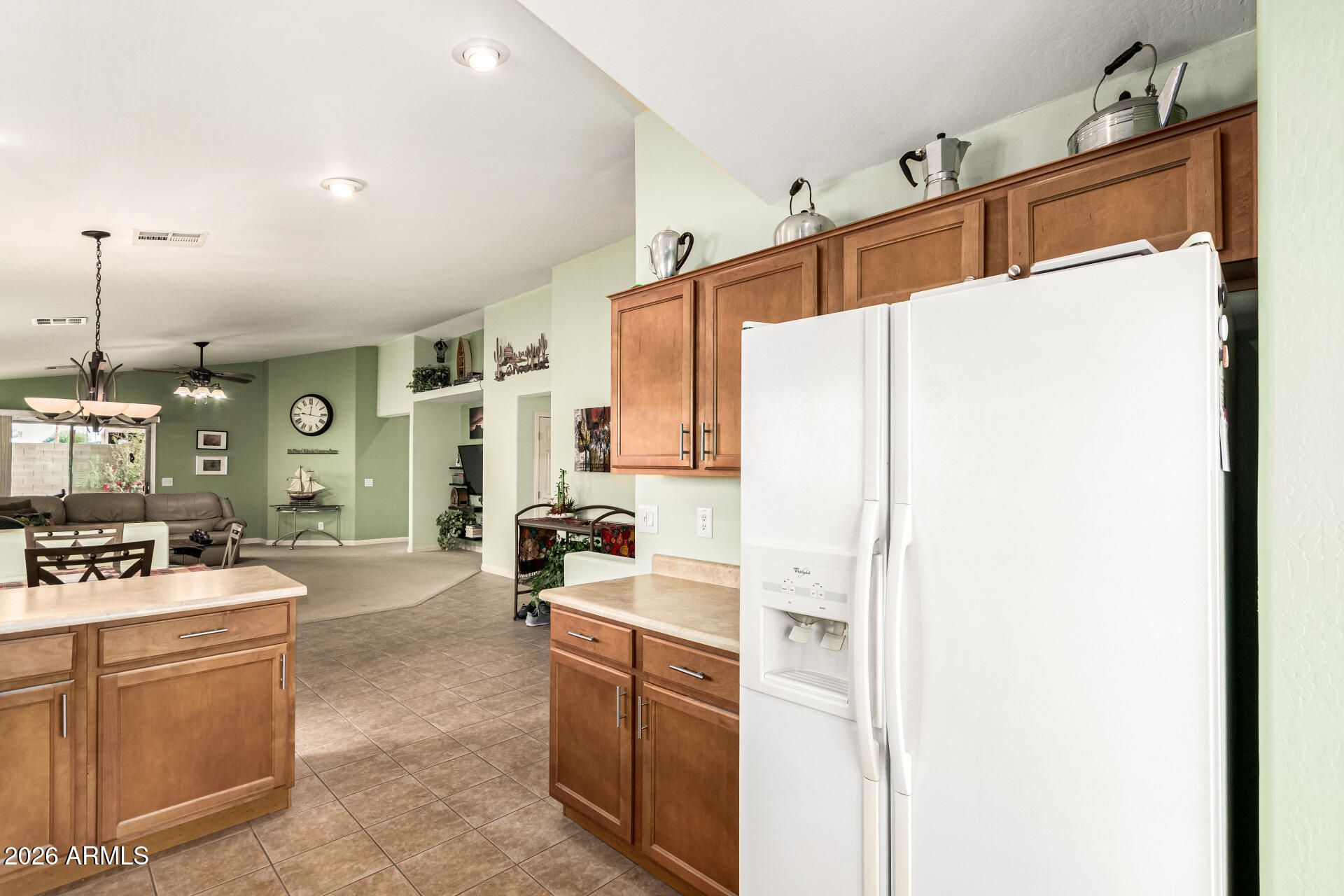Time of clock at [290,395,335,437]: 12:16
